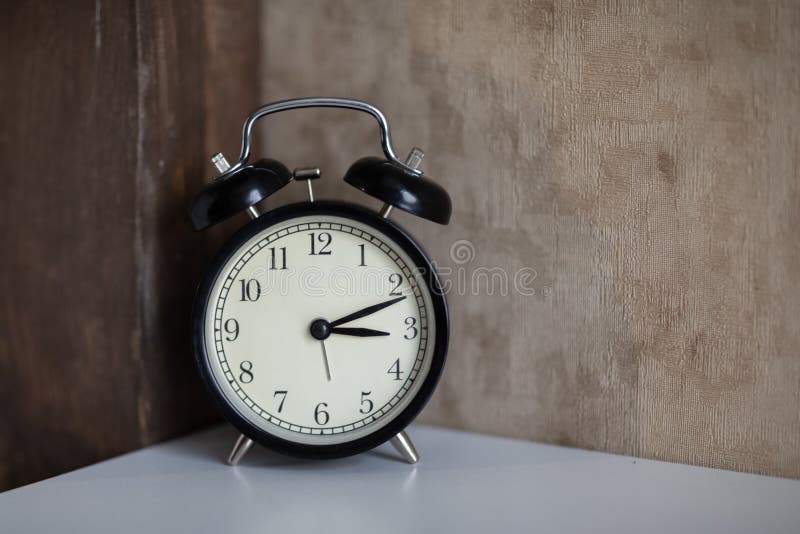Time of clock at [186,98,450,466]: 3:11
